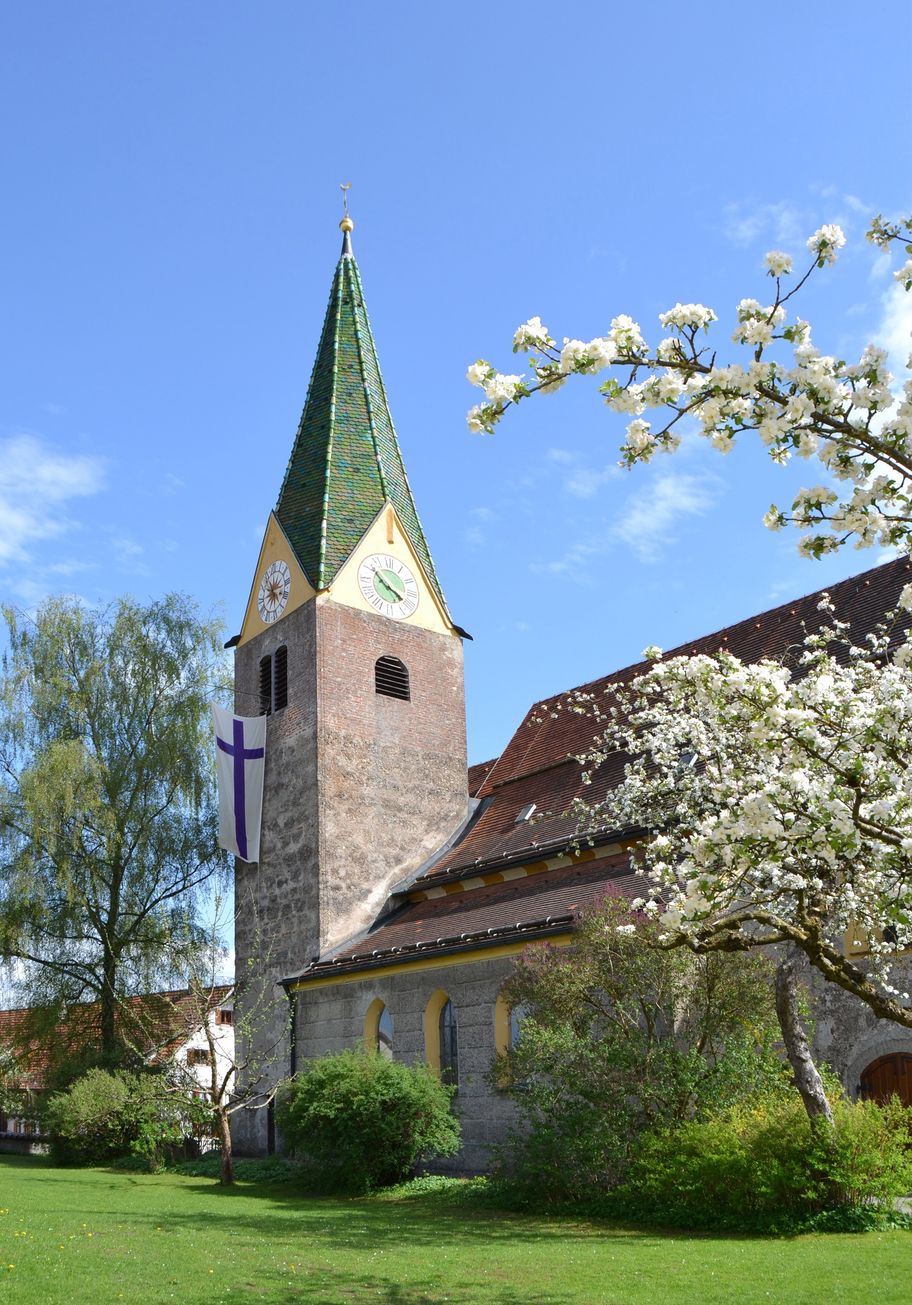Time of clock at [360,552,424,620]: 3:51
